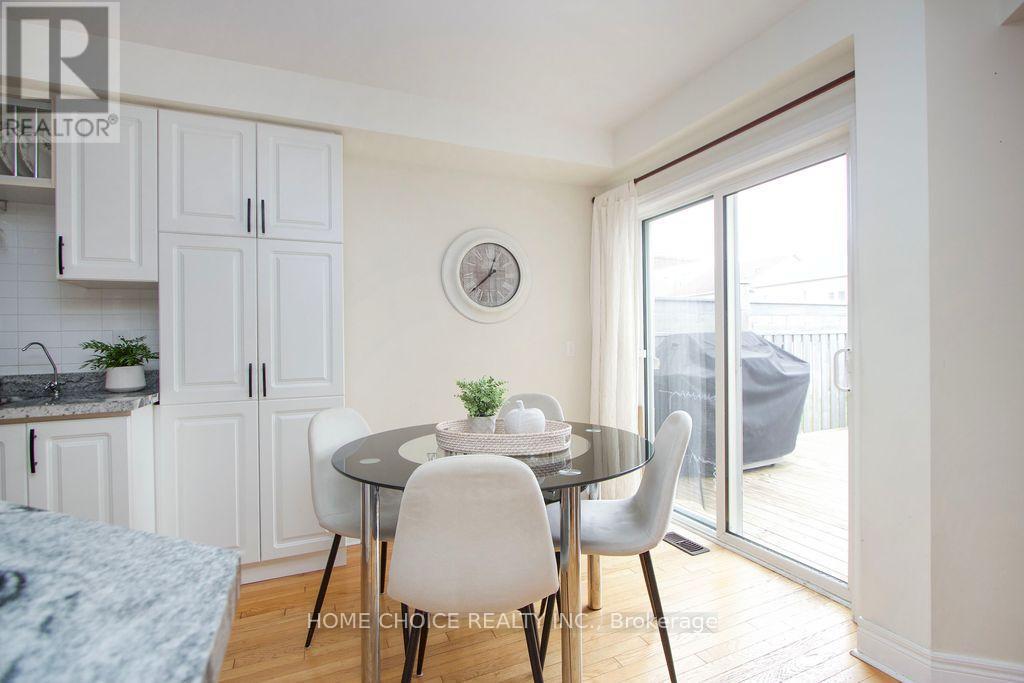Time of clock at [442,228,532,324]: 12:38
